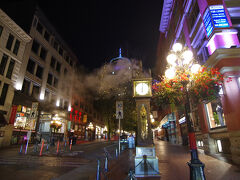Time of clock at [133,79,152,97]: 6:01
